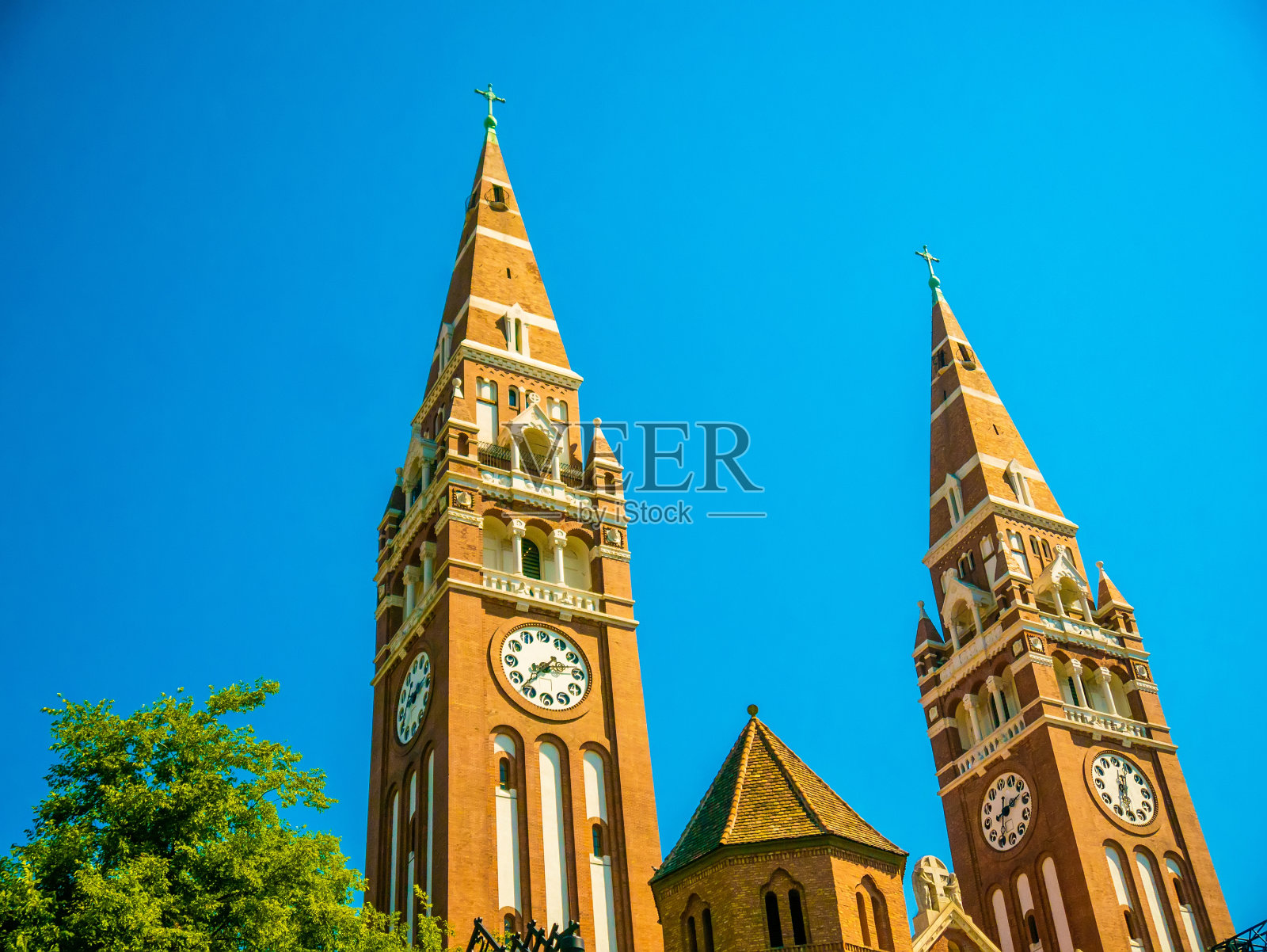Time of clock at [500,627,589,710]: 2:37
